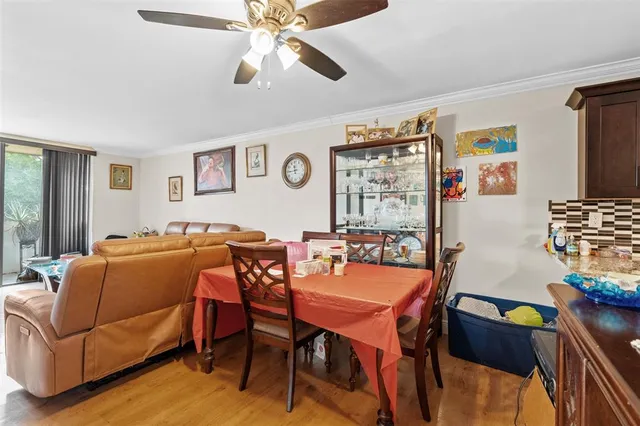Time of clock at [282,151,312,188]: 11:44
